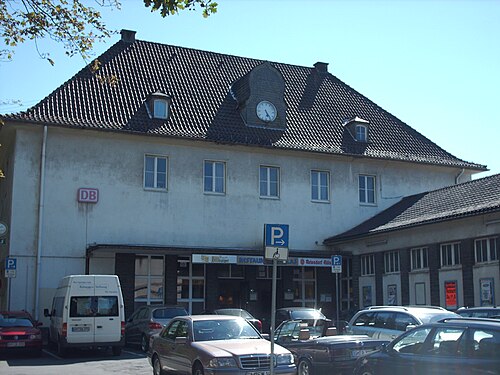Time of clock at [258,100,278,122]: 5:24
